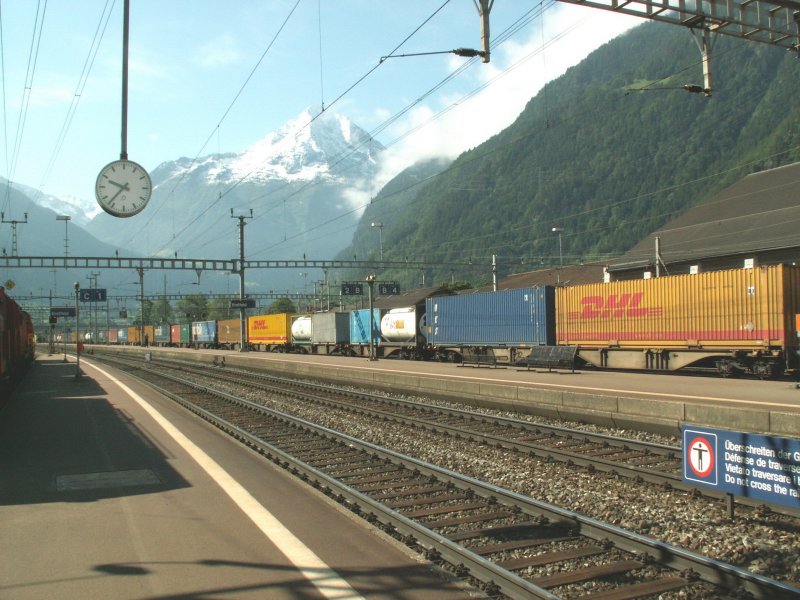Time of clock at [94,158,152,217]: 9:36
